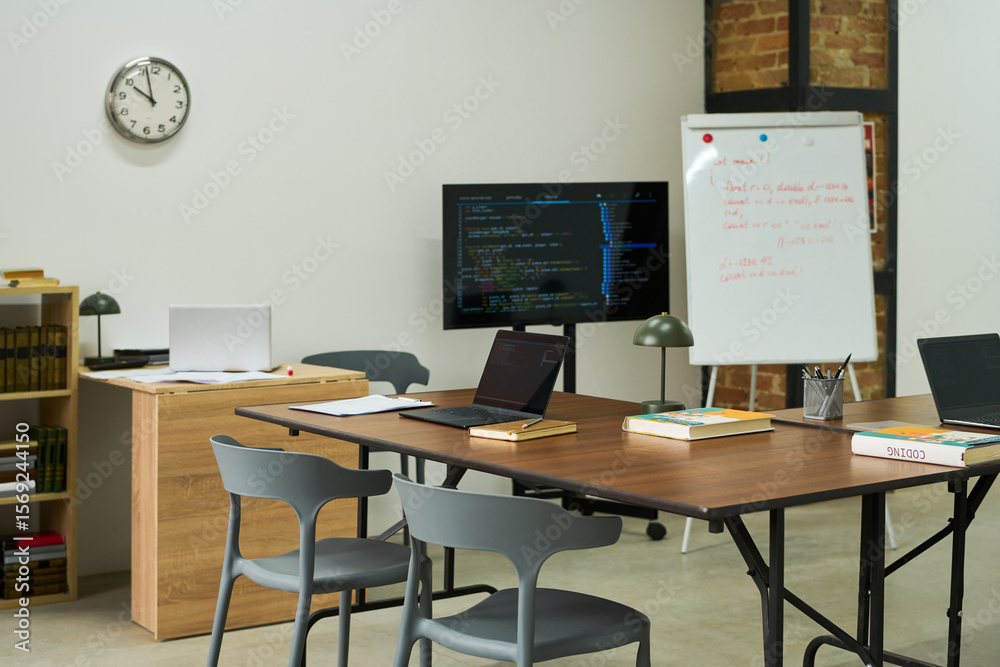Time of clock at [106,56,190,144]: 9:56
